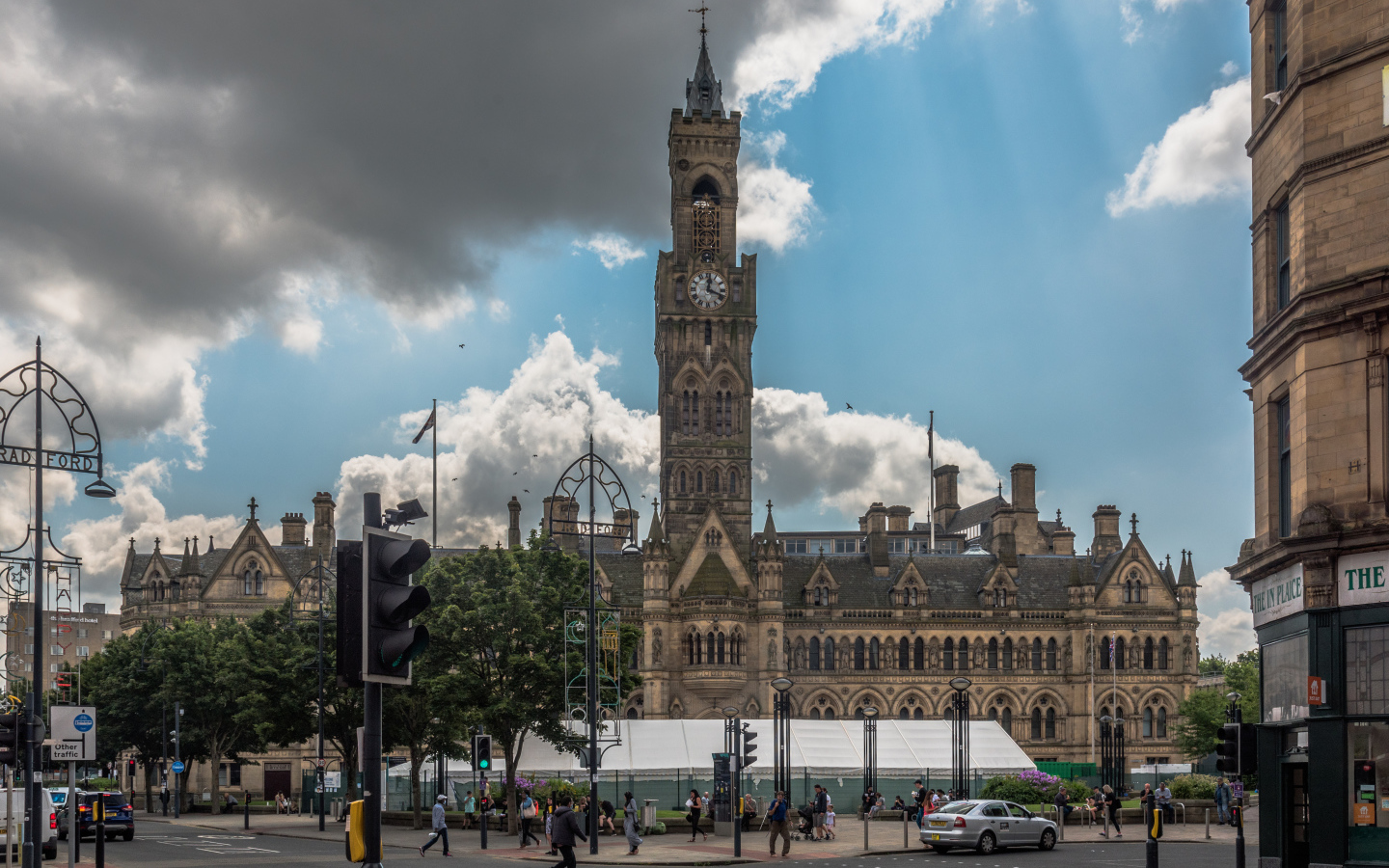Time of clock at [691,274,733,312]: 12:18
